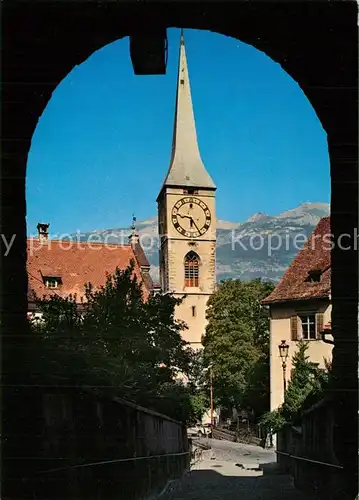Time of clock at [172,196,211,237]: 9:25
